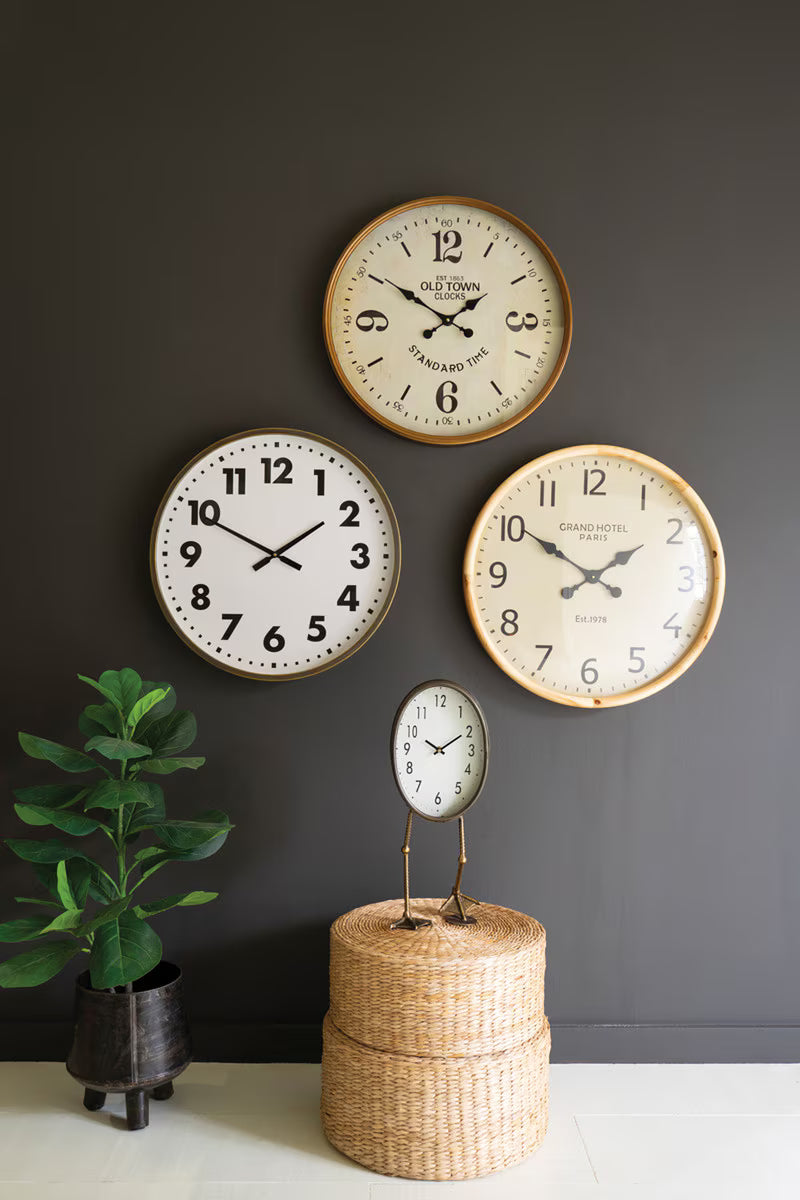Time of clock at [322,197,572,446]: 1:50
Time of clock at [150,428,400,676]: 1:49
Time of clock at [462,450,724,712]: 1:50
